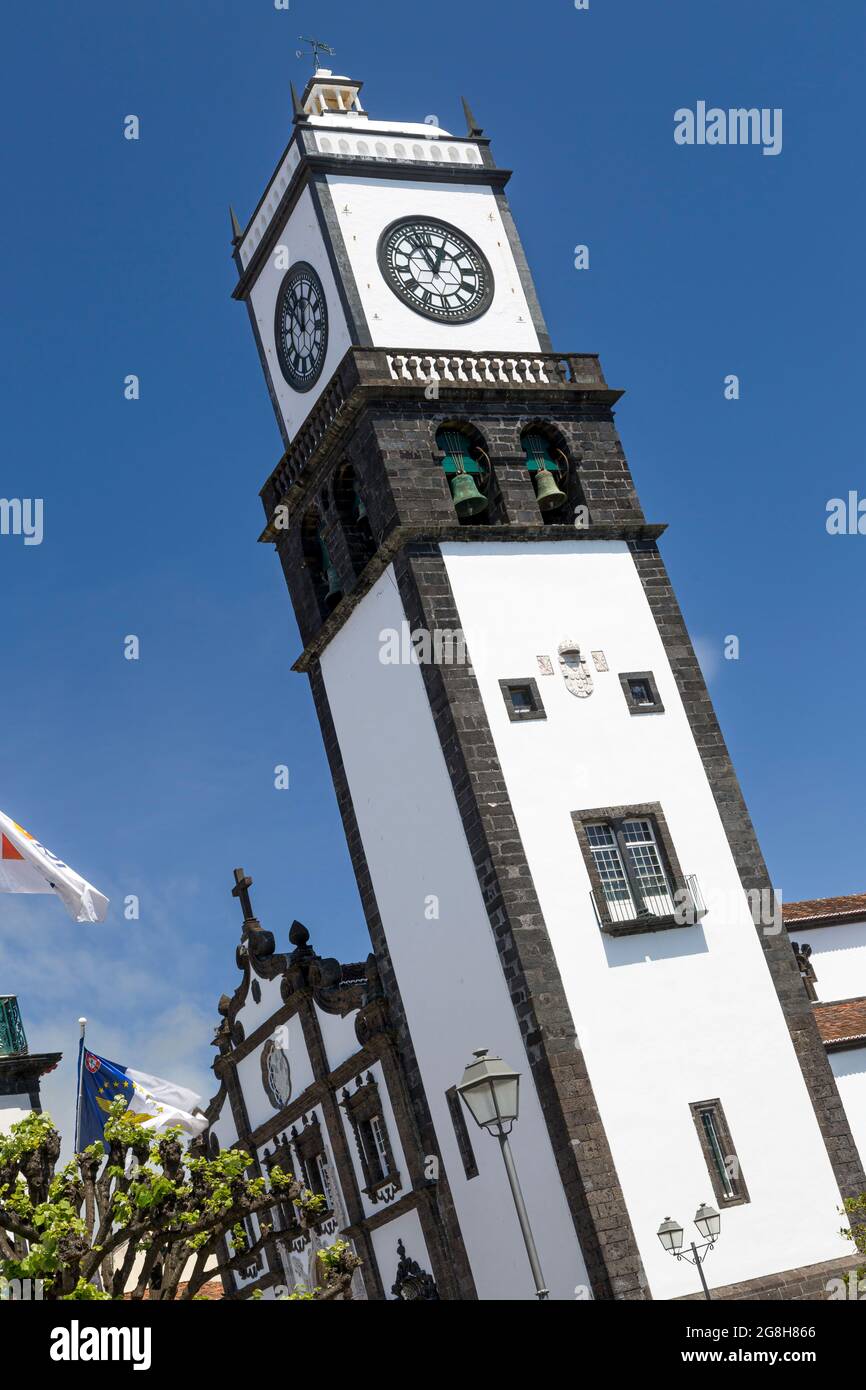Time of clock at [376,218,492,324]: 12:57
